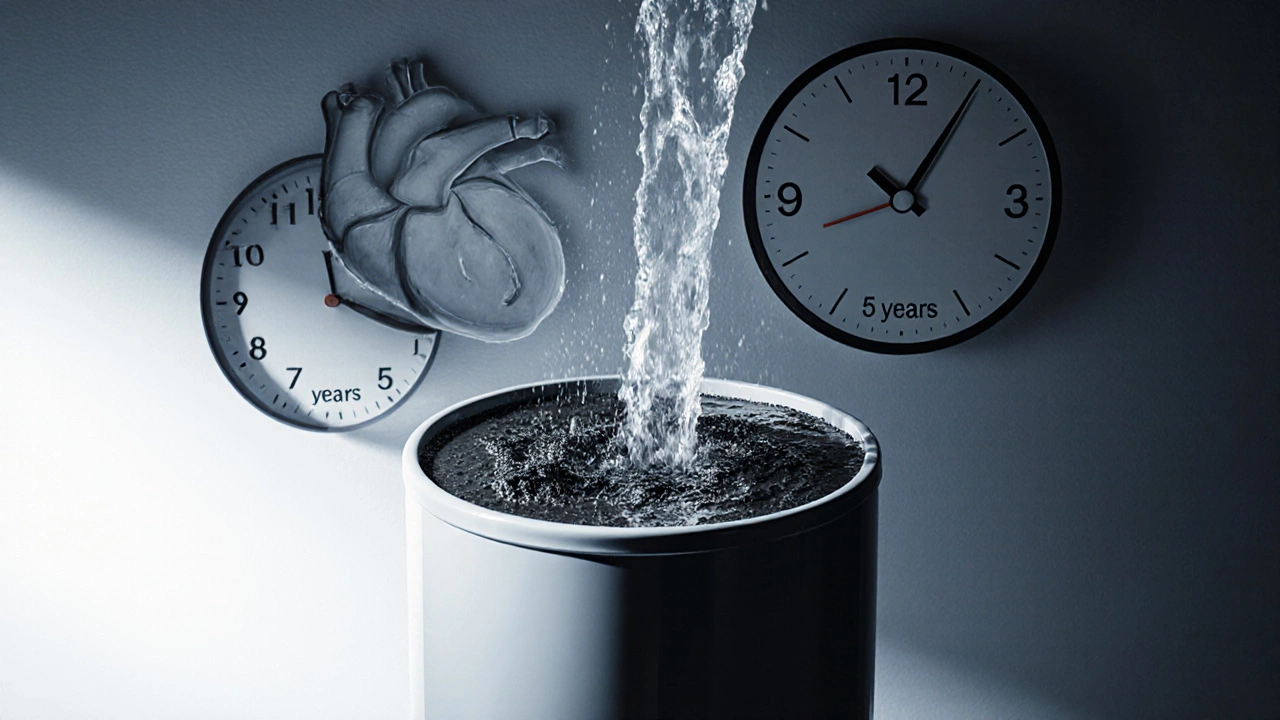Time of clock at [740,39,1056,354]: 10:05
